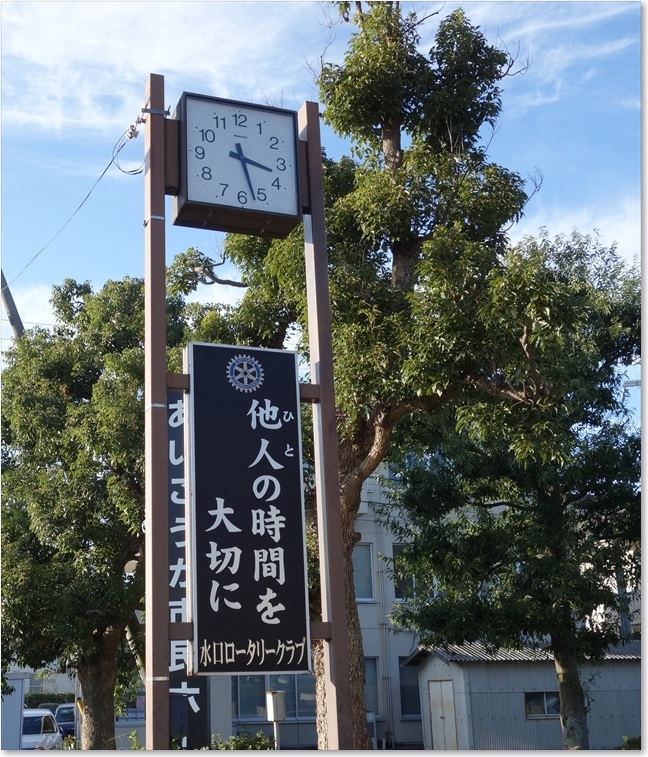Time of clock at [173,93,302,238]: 3:27
